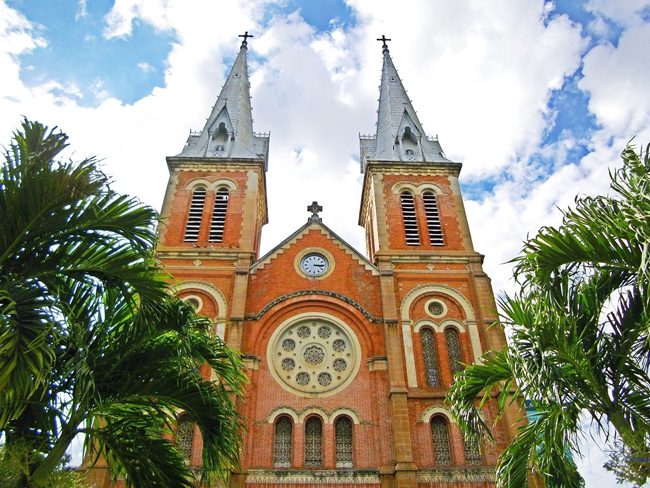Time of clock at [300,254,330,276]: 3:14
